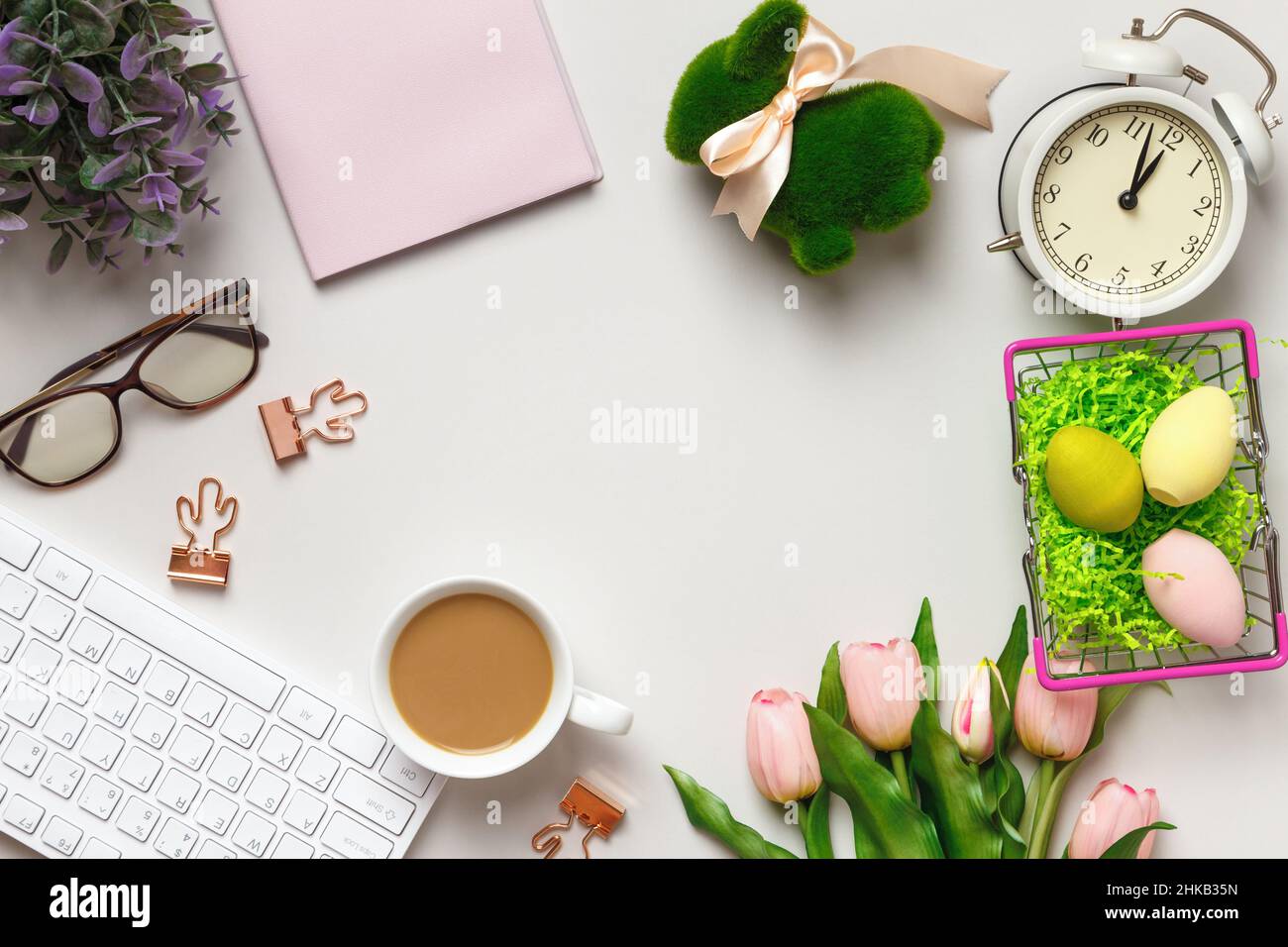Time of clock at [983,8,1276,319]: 1:02
